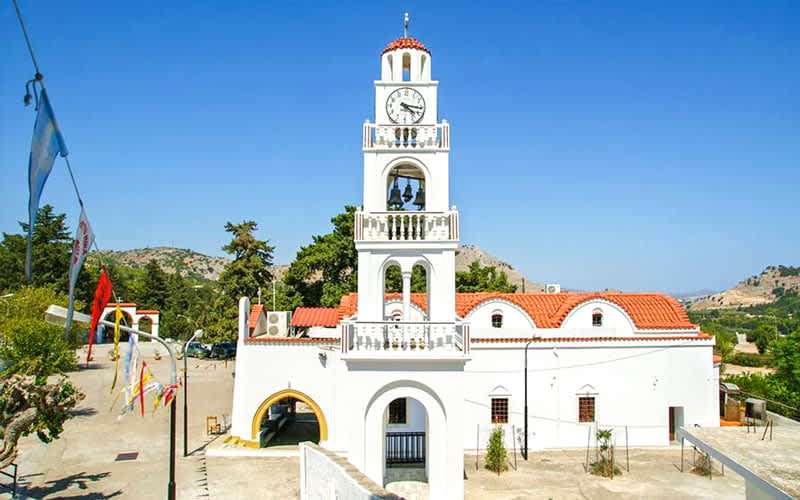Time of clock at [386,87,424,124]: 4:16
